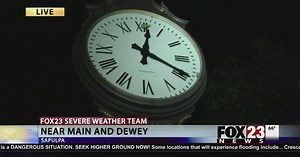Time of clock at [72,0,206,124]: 12:19
